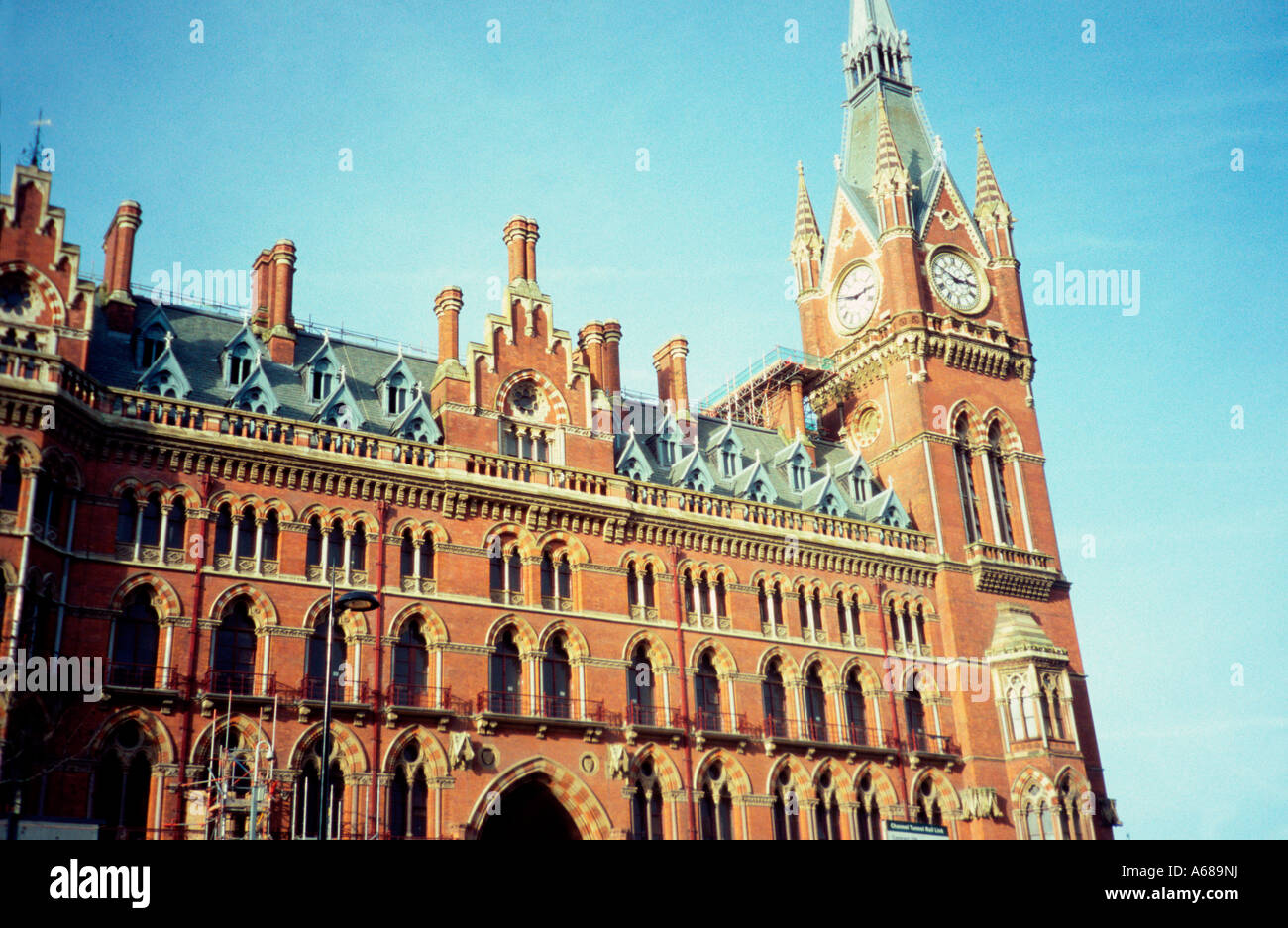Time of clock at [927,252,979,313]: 2:50
